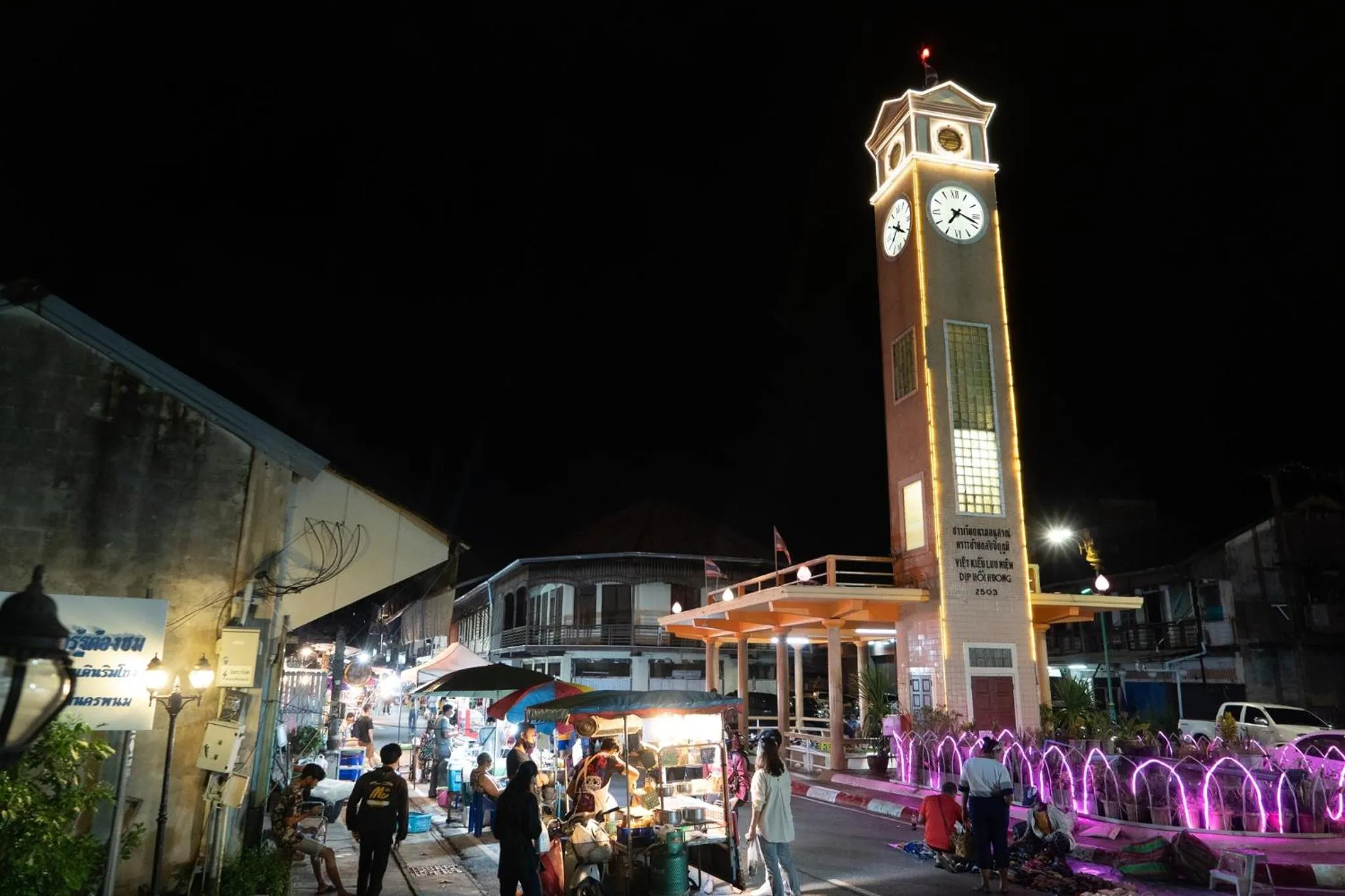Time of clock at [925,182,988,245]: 7:18
